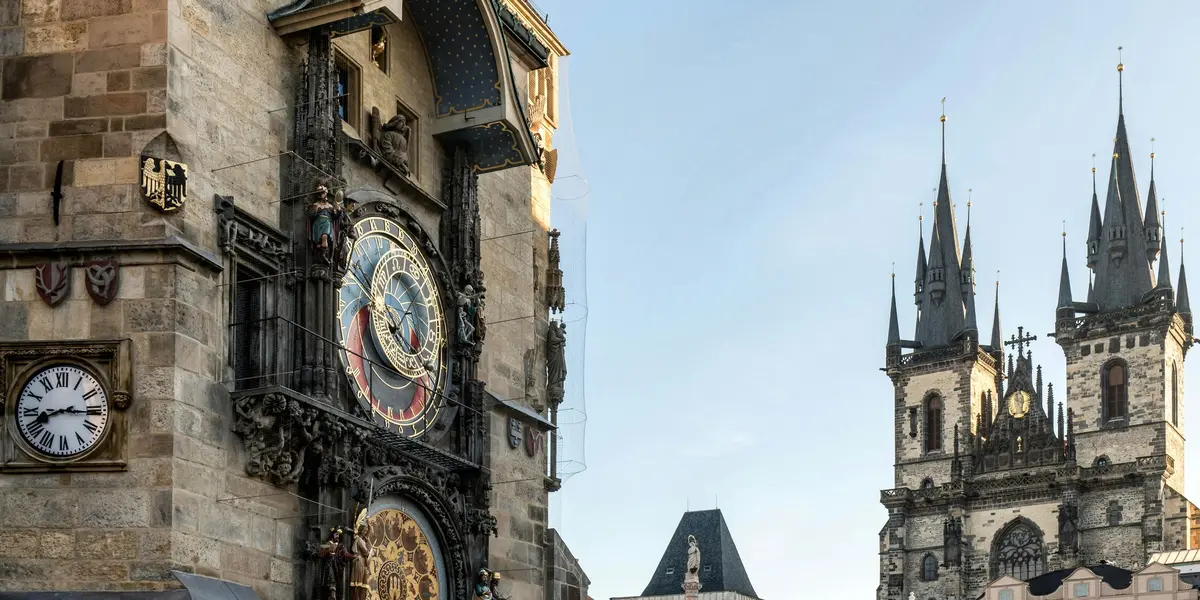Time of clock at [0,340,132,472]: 8:15
